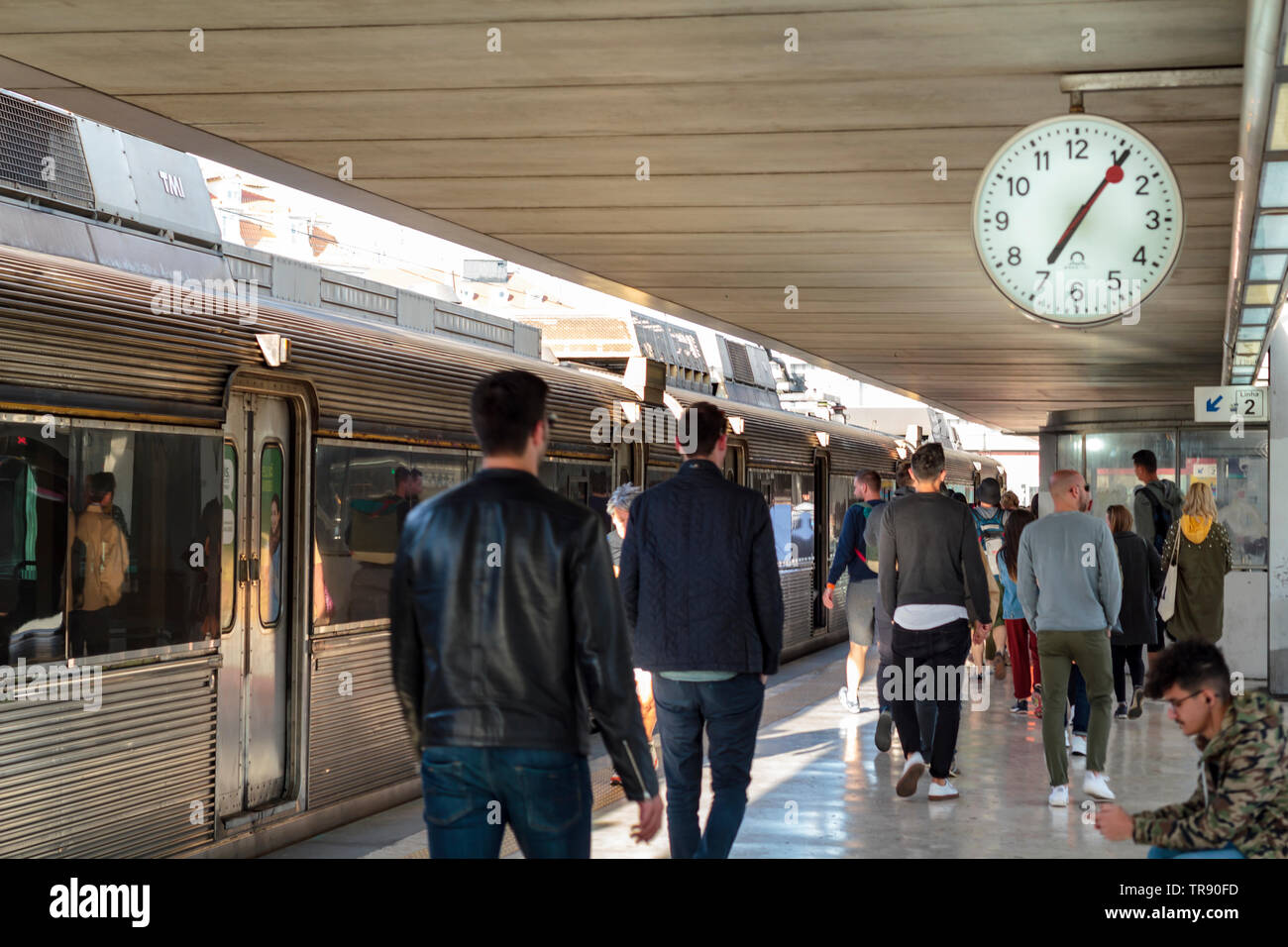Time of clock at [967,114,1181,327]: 7:06
